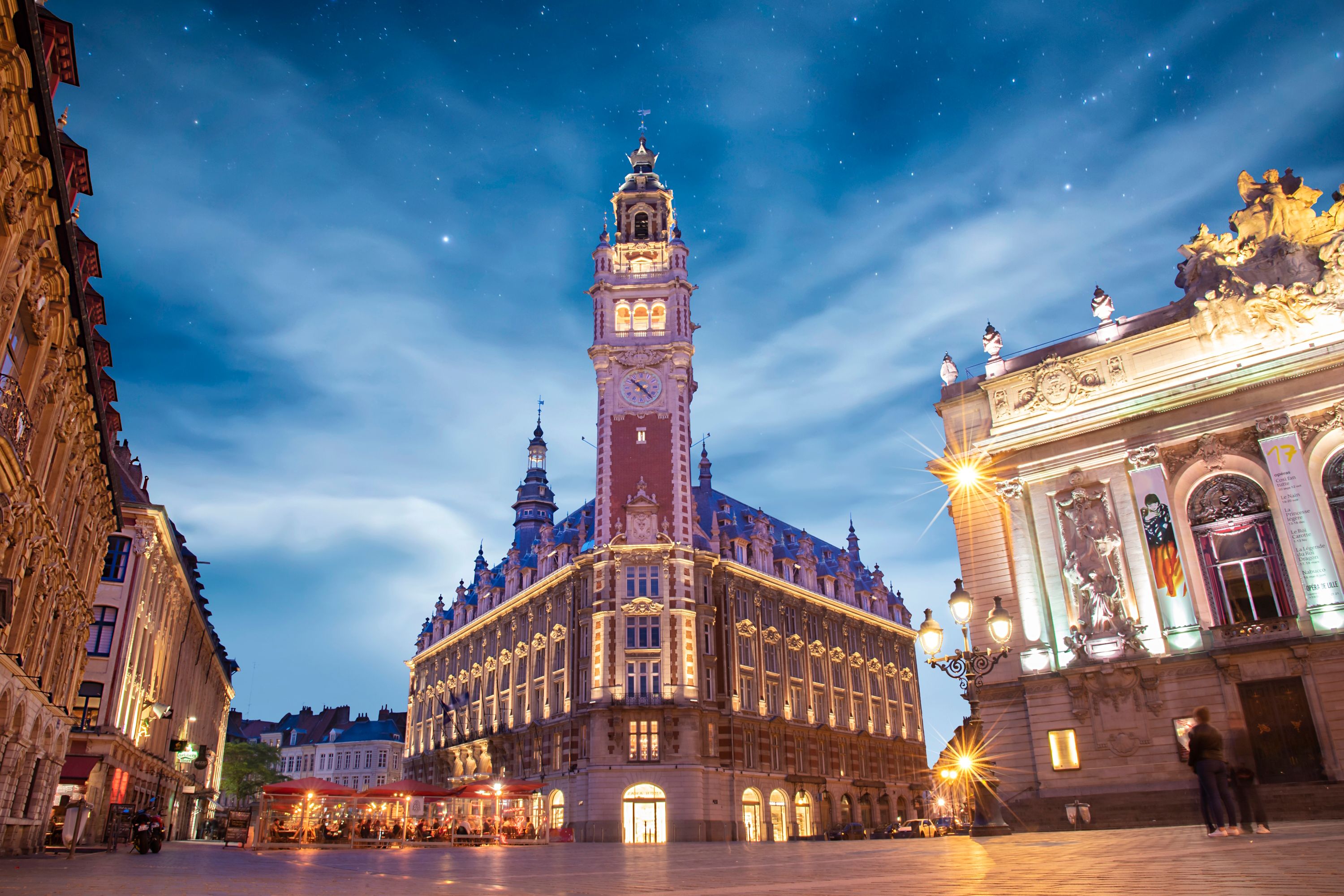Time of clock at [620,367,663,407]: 10:22
